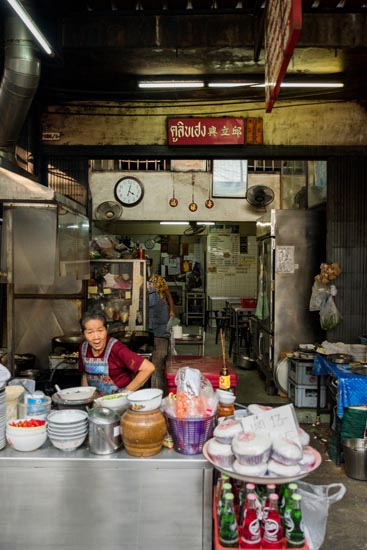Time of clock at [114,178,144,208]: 4:02
